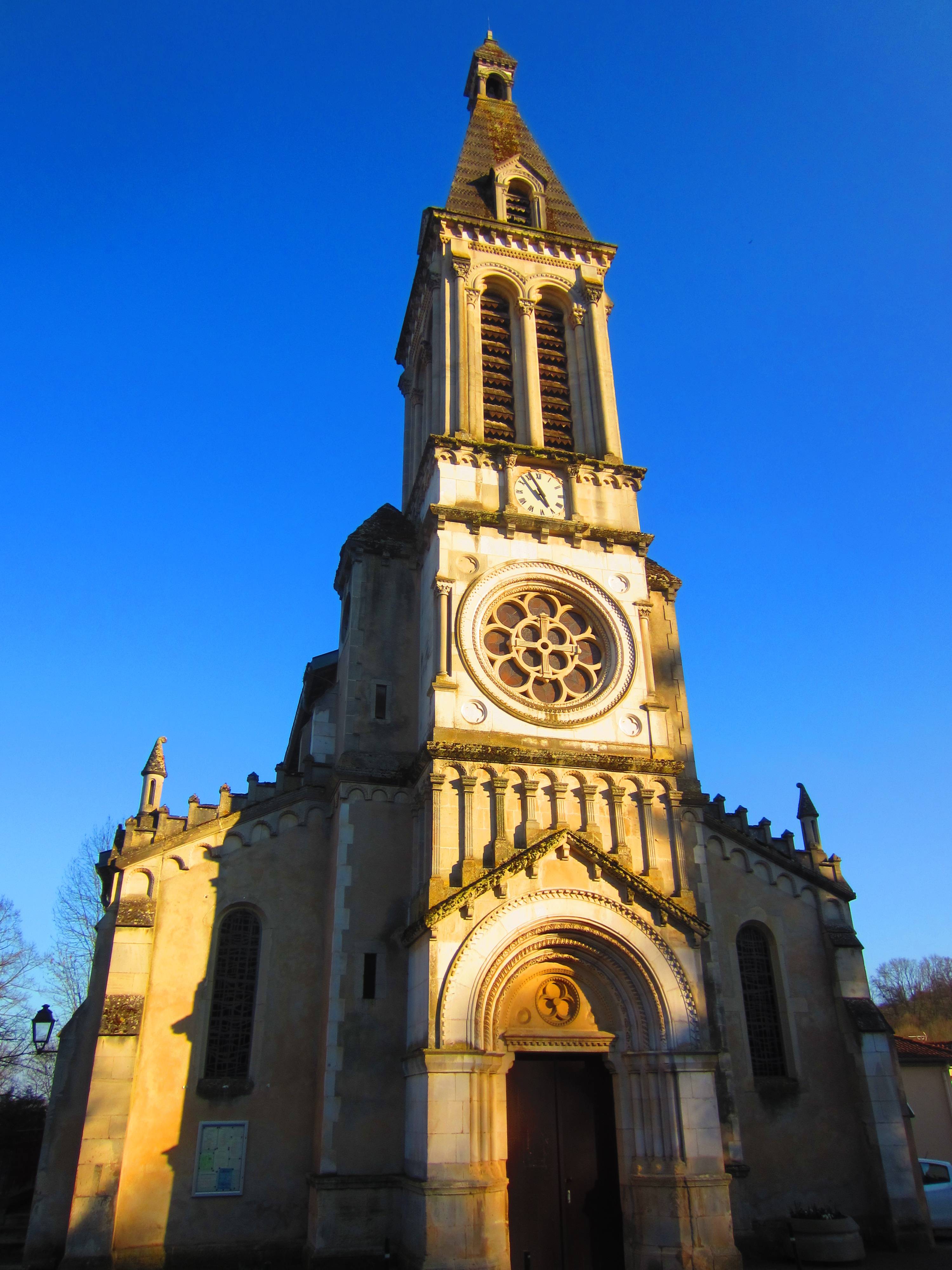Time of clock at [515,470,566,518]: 4:56
